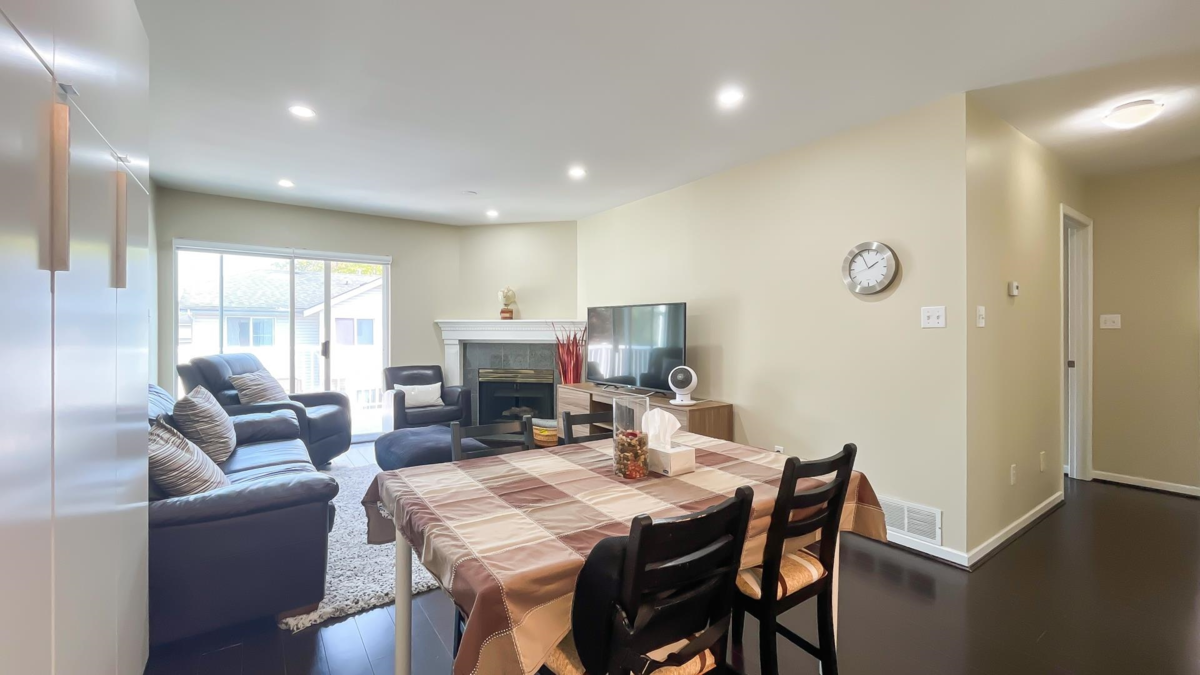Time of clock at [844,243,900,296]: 1:55
